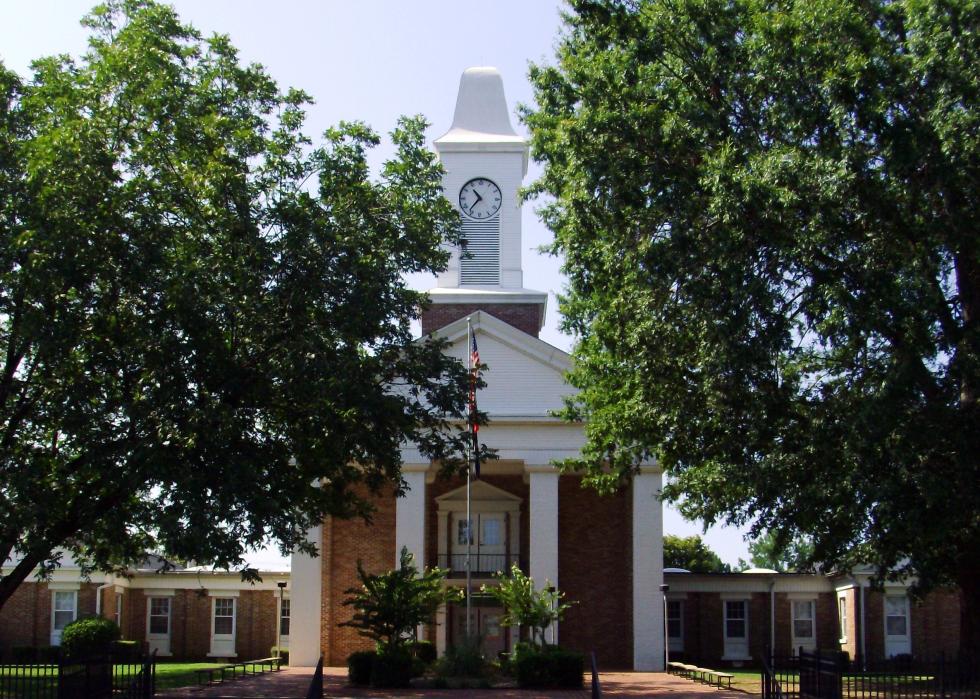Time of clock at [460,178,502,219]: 10:36
